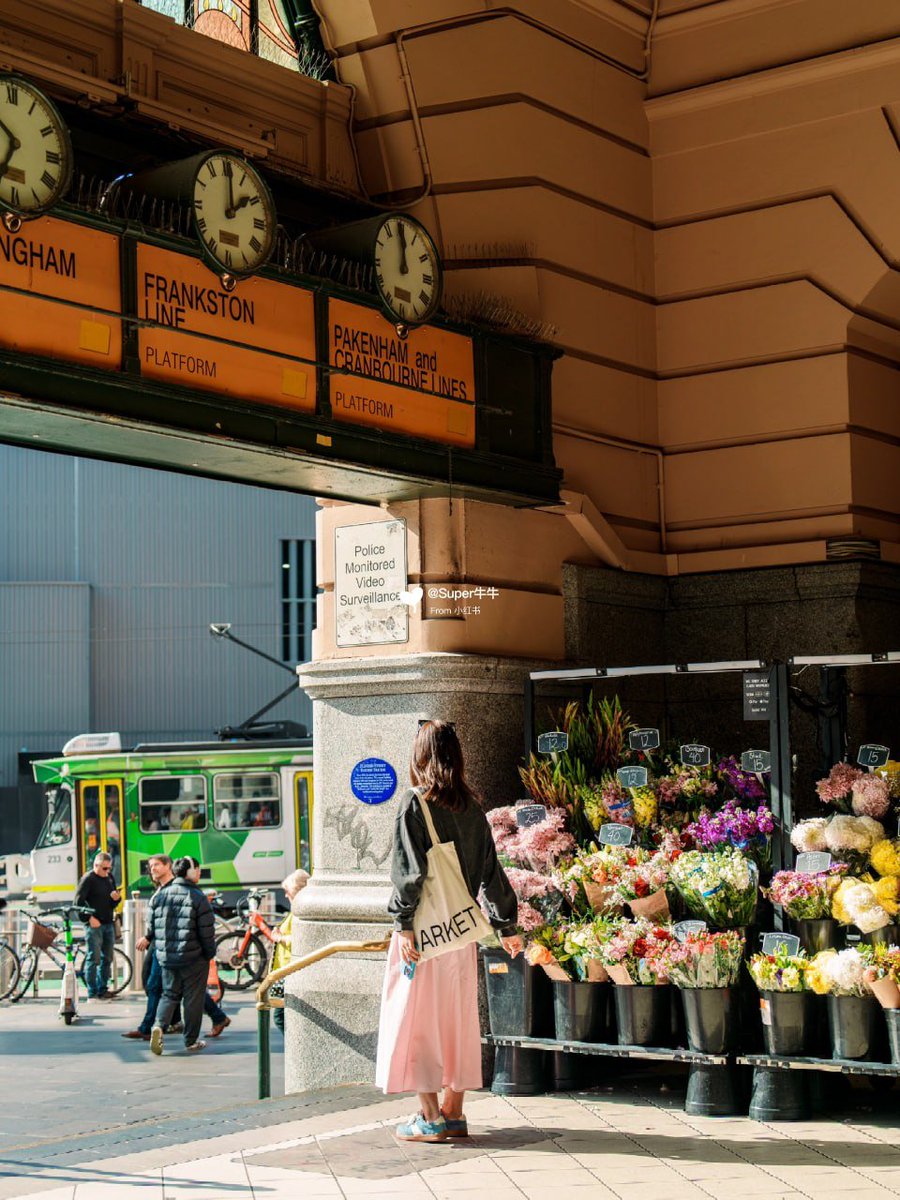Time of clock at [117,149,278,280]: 2:00
